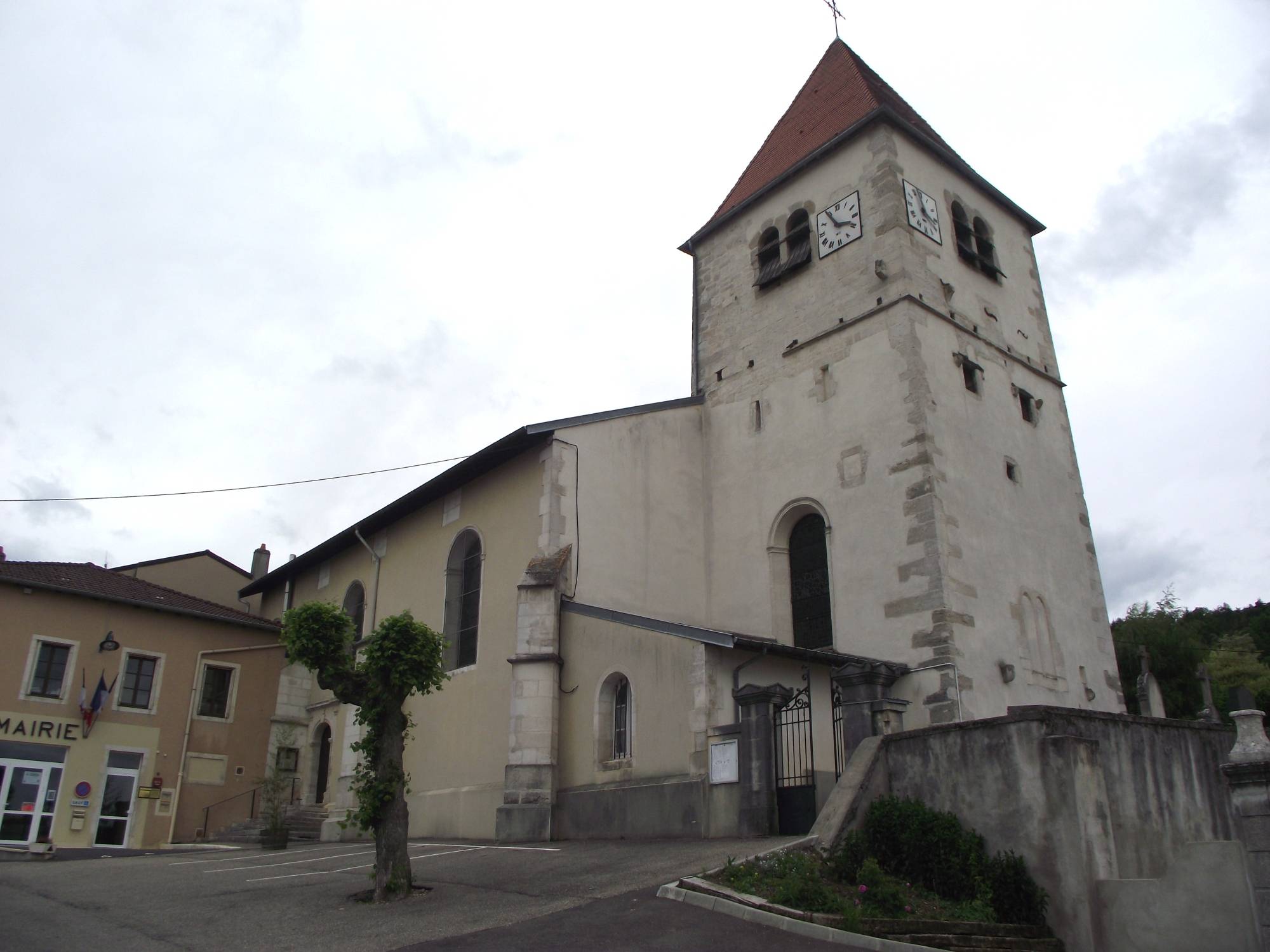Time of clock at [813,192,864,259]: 3:54
